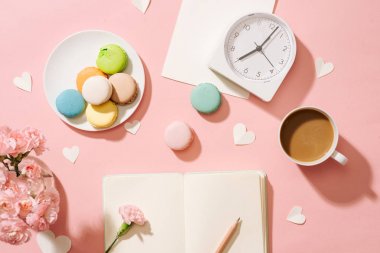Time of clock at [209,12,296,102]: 8:07
